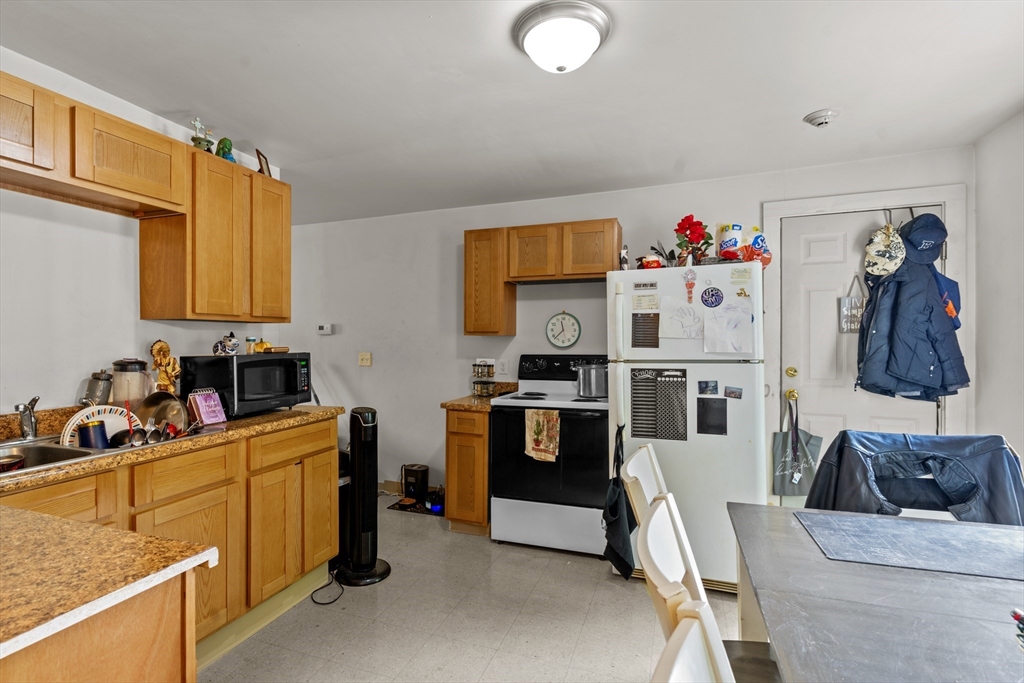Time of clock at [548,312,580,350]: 11:37
